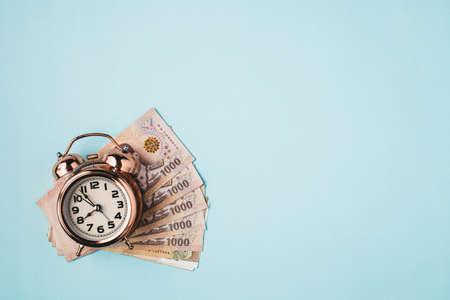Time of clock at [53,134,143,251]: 7:53
